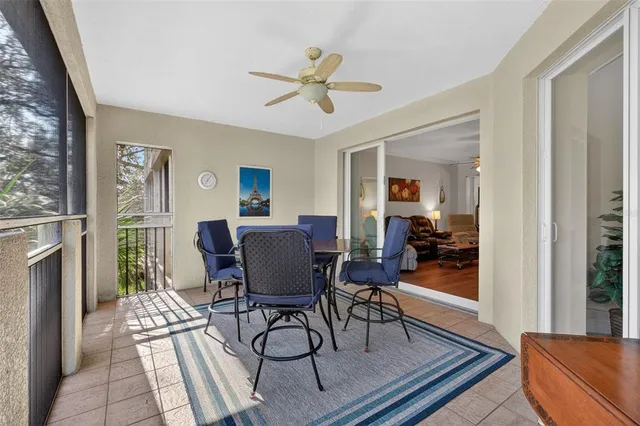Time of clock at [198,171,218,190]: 7:06
